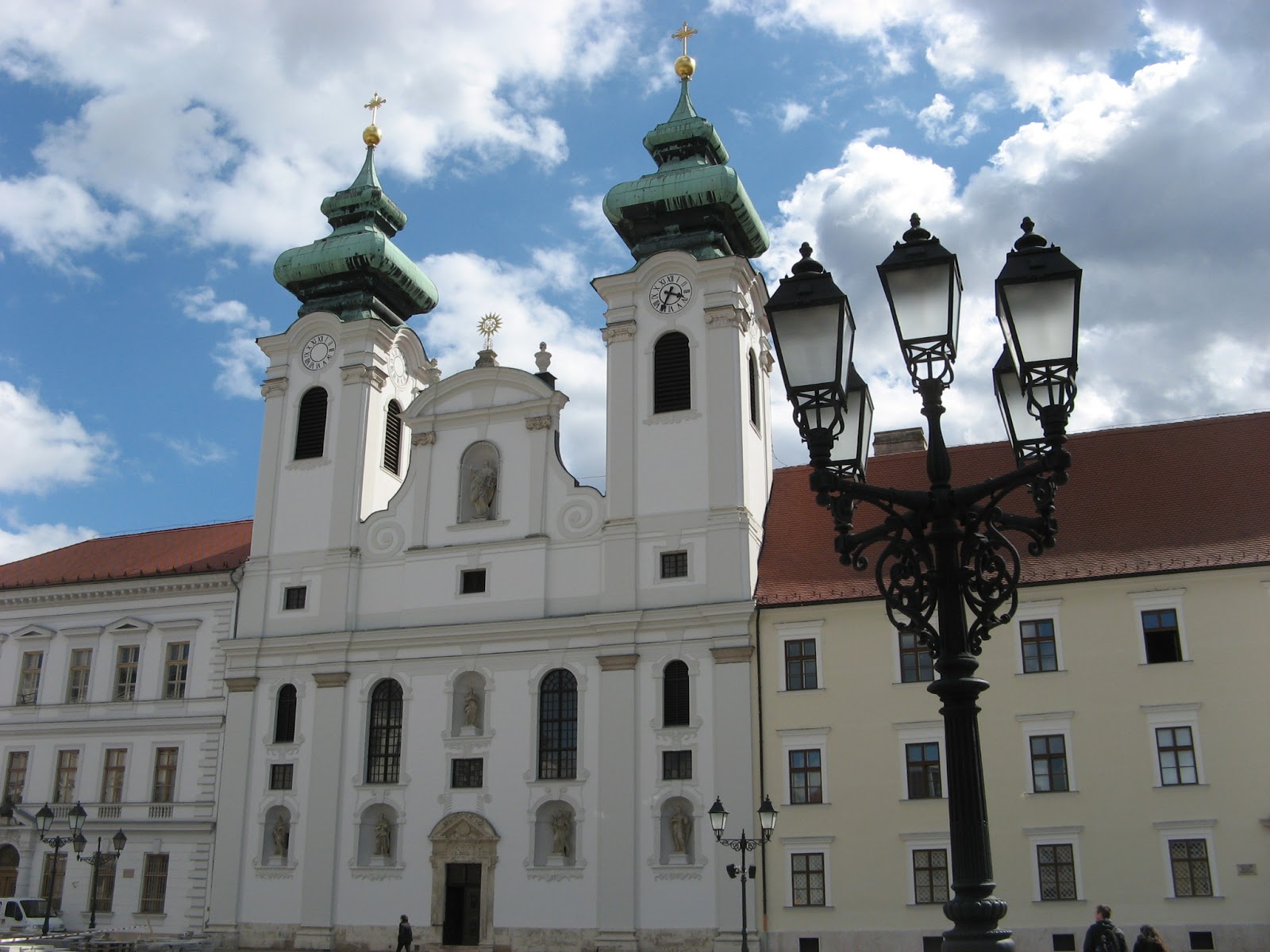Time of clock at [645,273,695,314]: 3:34
